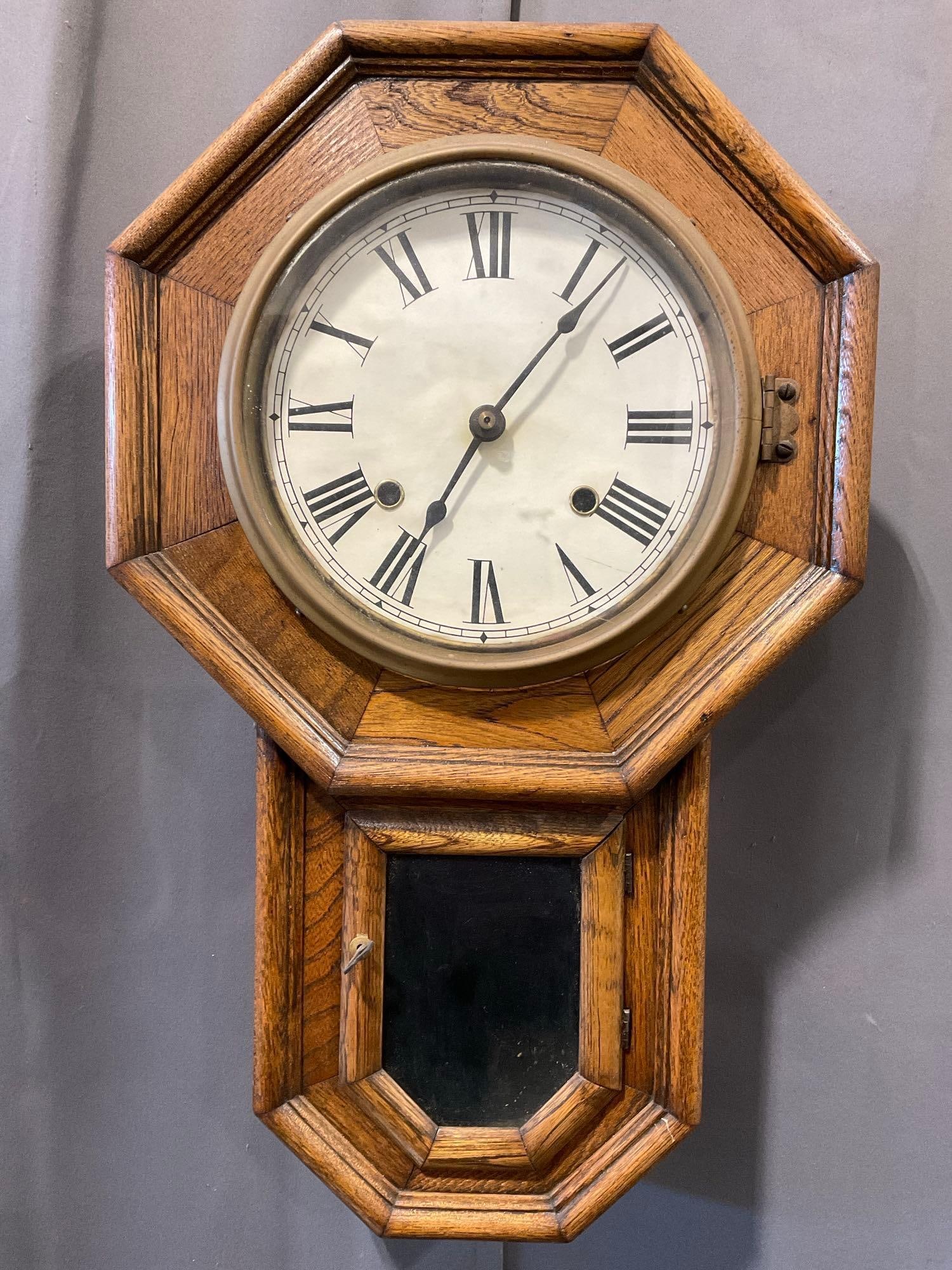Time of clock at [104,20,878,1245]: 7:06
